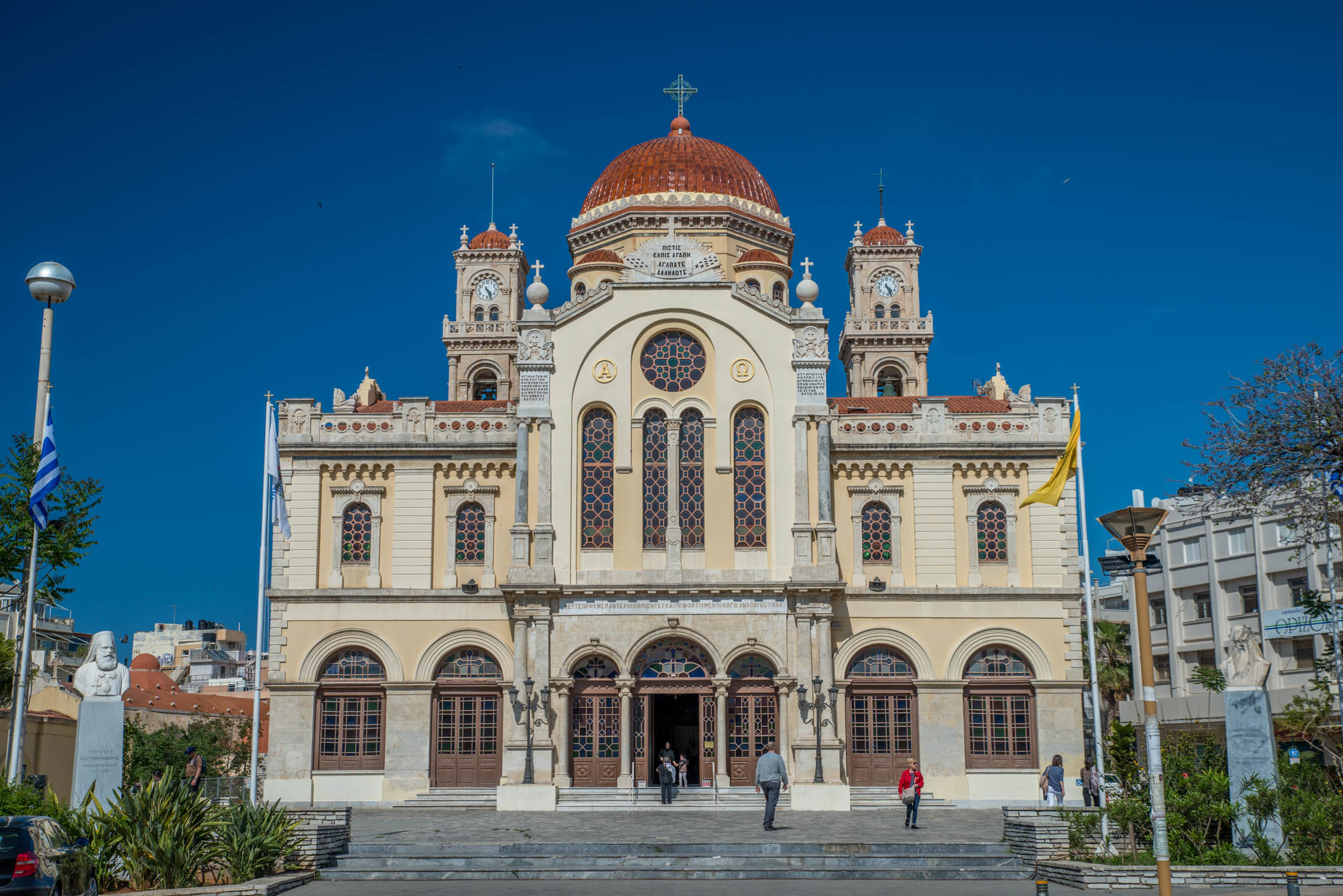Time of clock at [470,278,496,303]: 4:26
